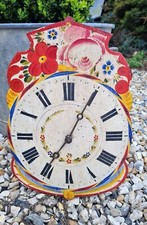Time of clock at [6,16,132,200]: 7:04
